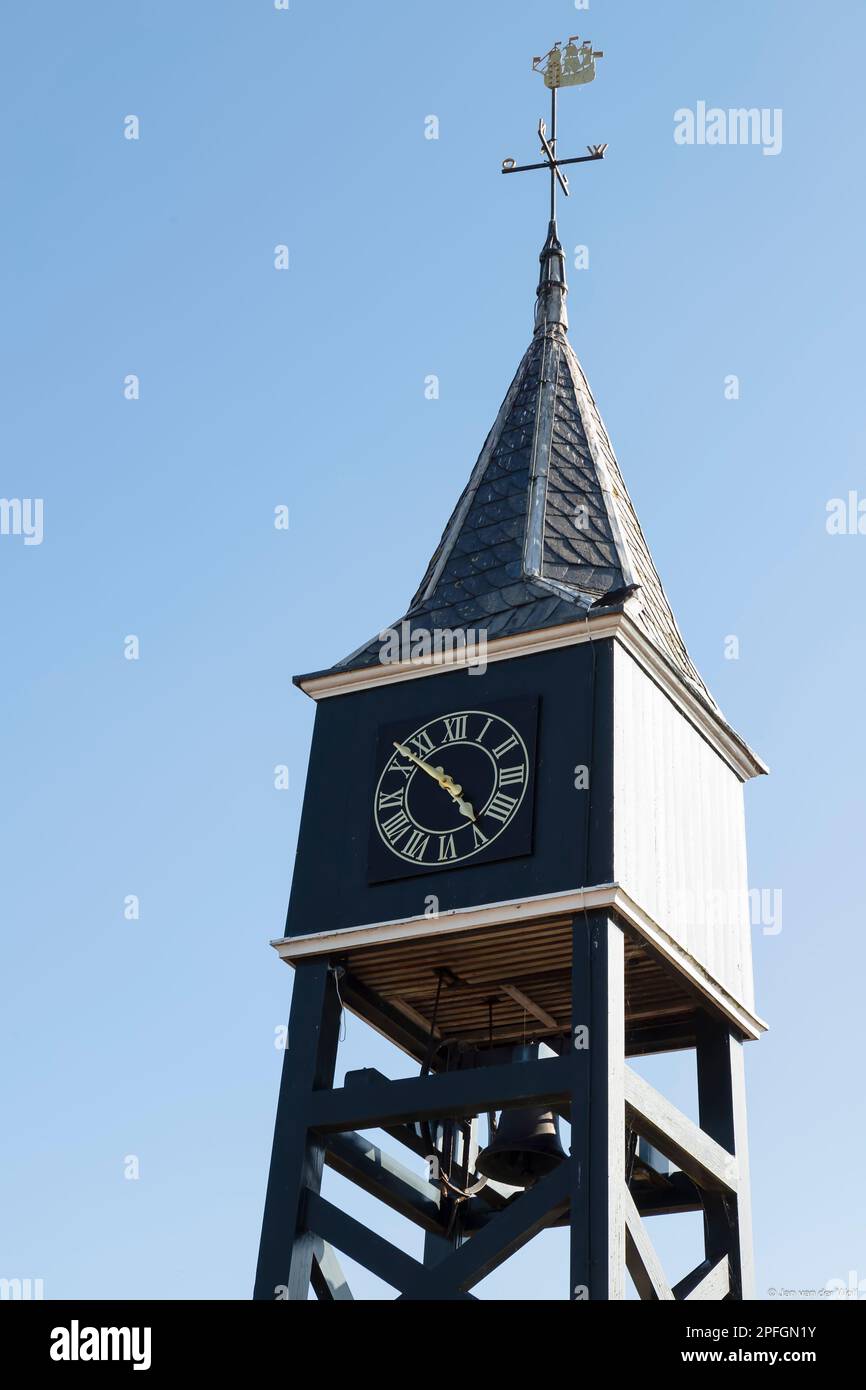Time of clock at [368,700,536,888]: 4:52
